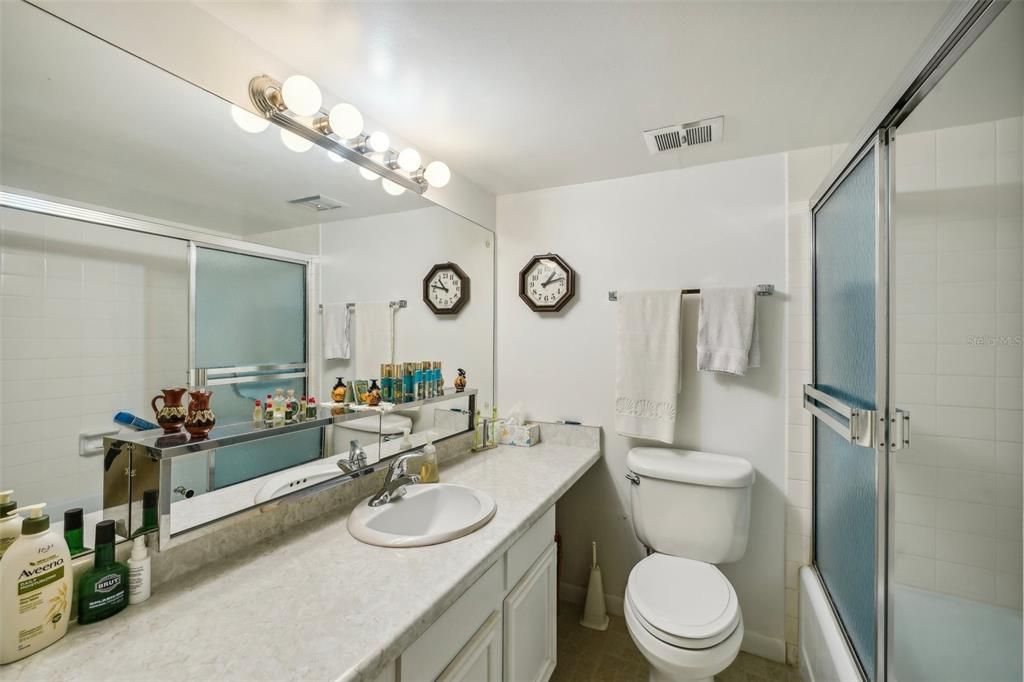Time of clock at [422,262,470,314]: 10:47
